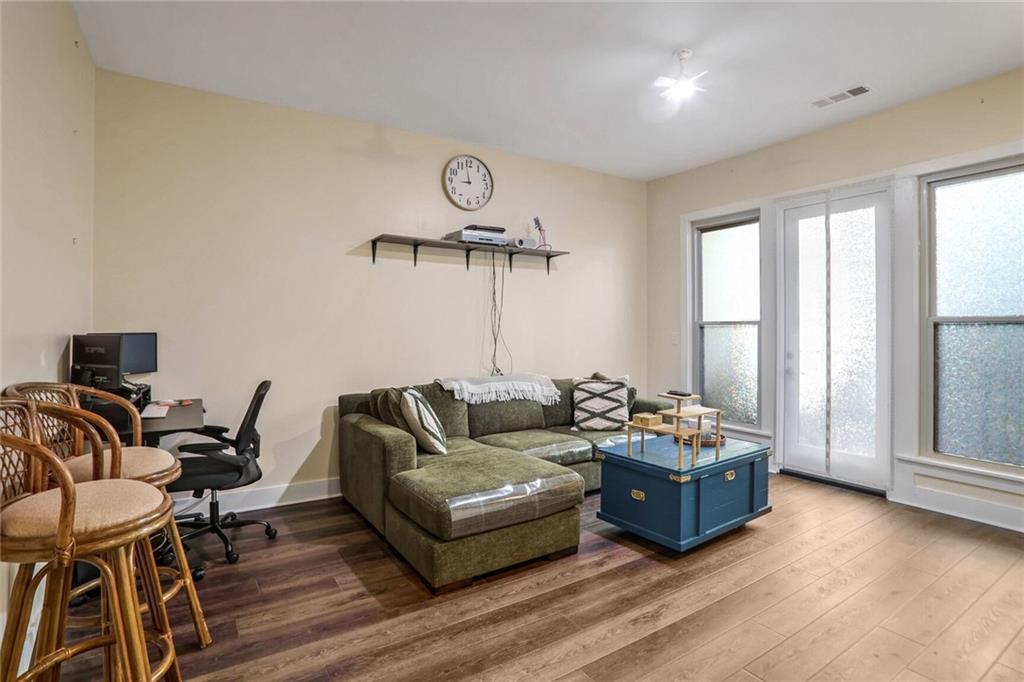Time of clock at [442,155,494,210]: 8:58
